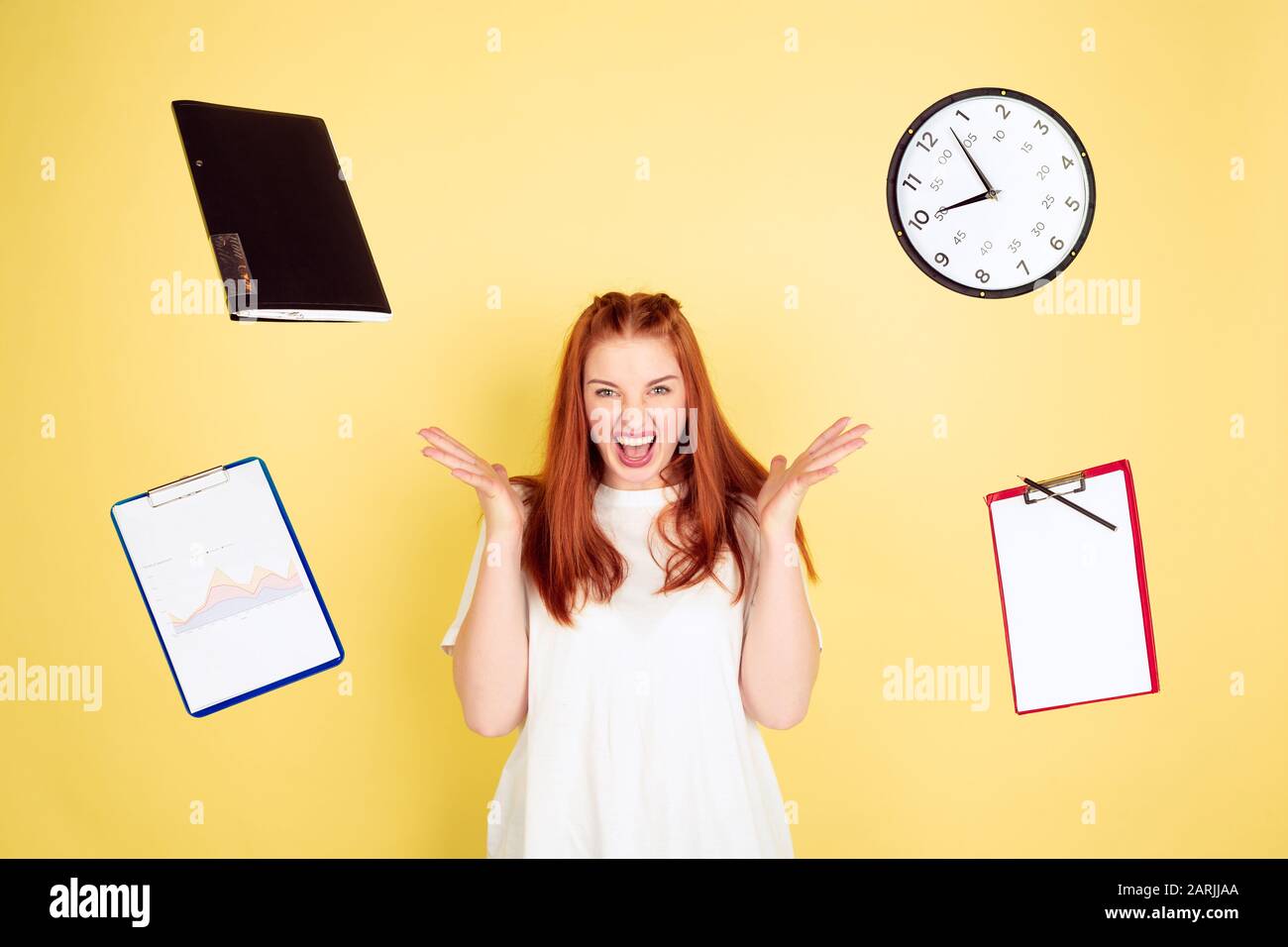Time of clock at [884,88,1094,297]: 7:53
